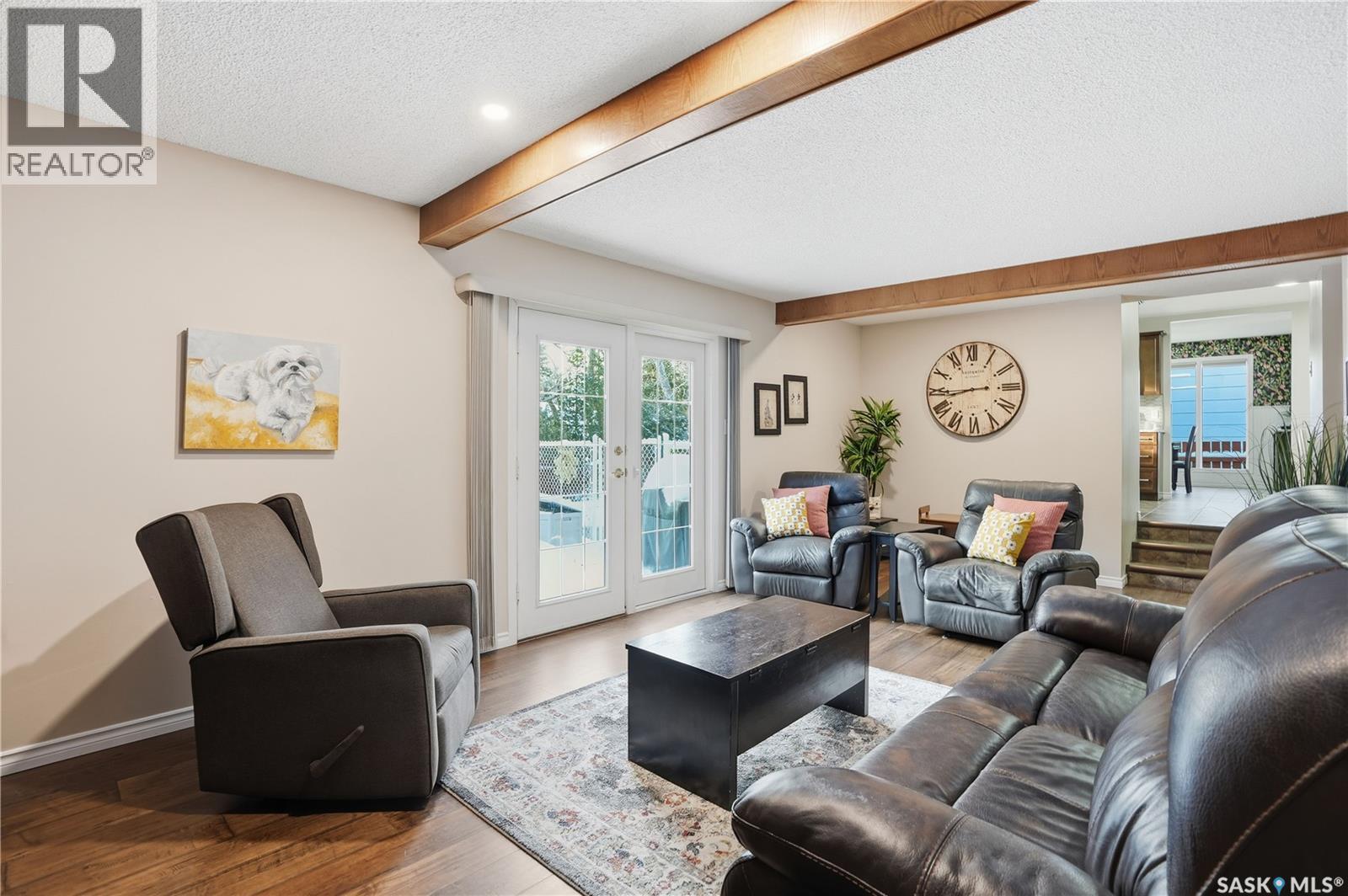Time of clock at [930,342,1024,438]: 8:43
